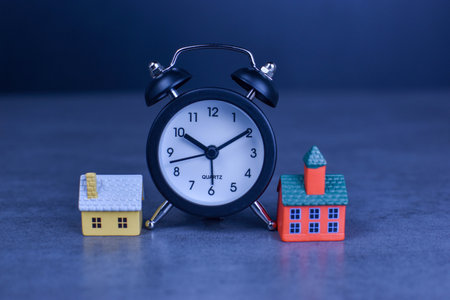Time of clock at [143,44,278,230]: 10:10
